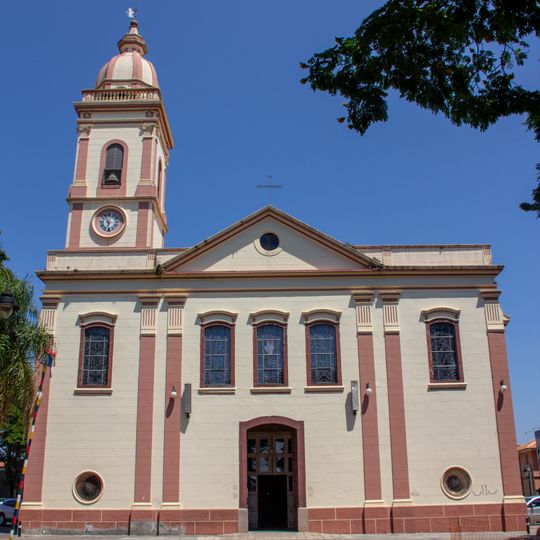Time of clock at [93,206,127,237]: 11:32
